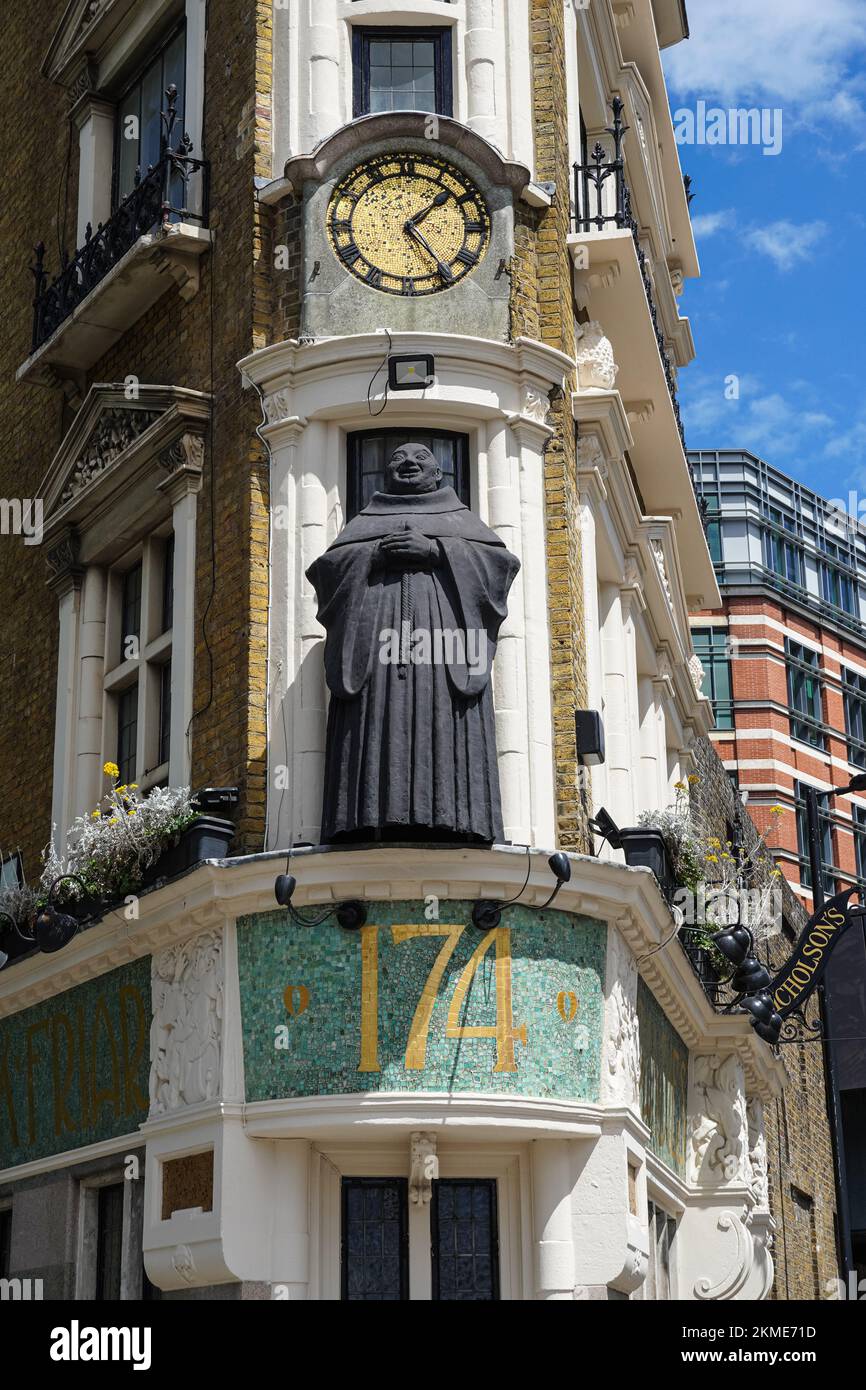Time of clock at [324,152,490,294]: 1:23
